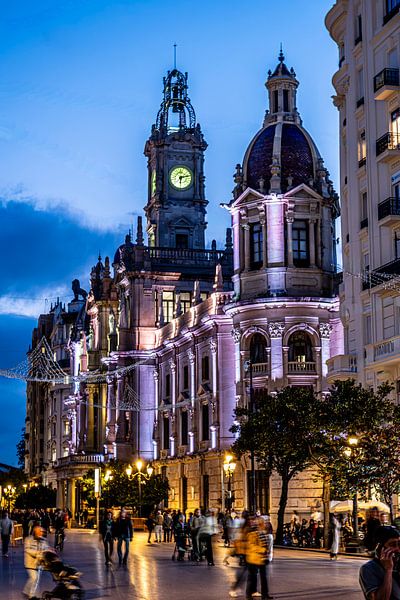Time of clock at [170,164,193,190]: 6:13
